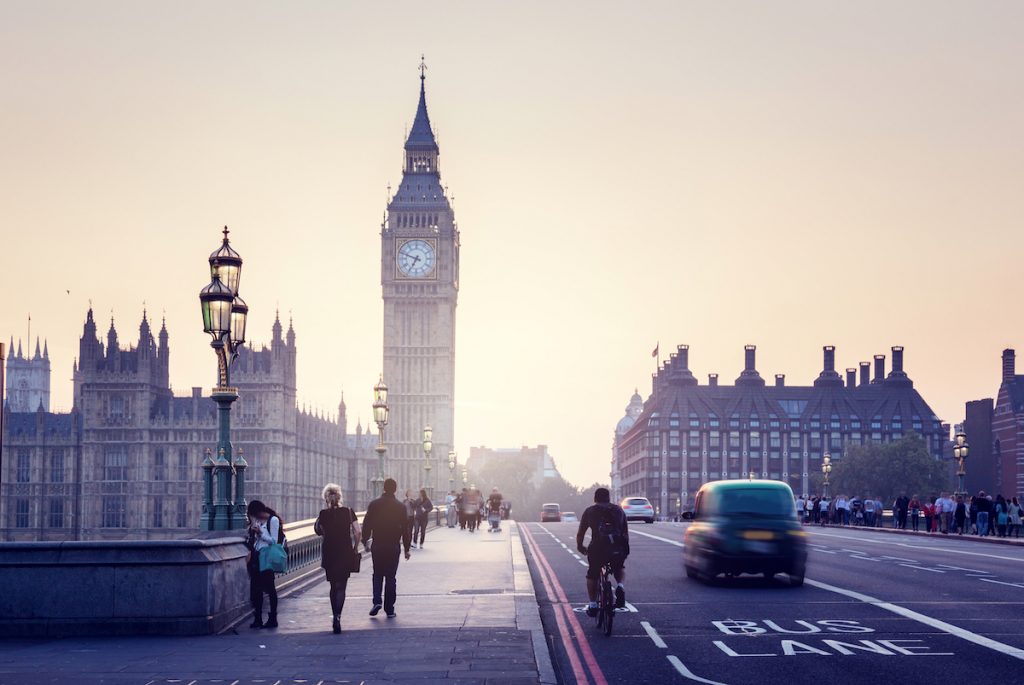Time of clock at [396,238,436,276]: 6:48
